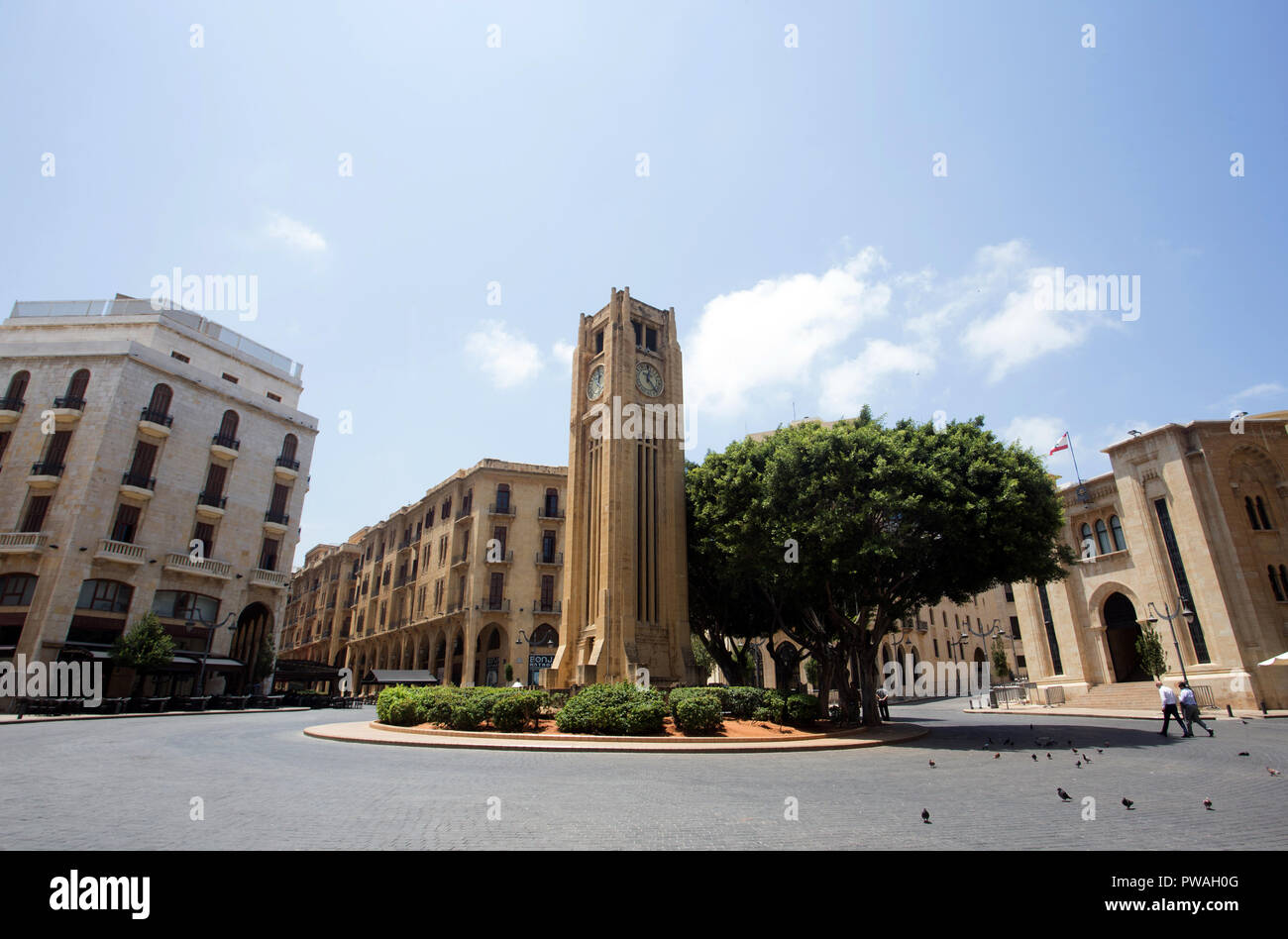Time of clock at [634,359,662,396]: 12:23
